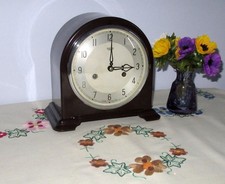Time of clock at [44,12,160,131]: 3:00
